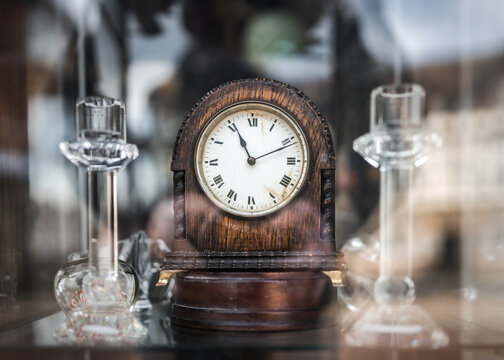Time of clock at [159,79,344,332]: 11:10
